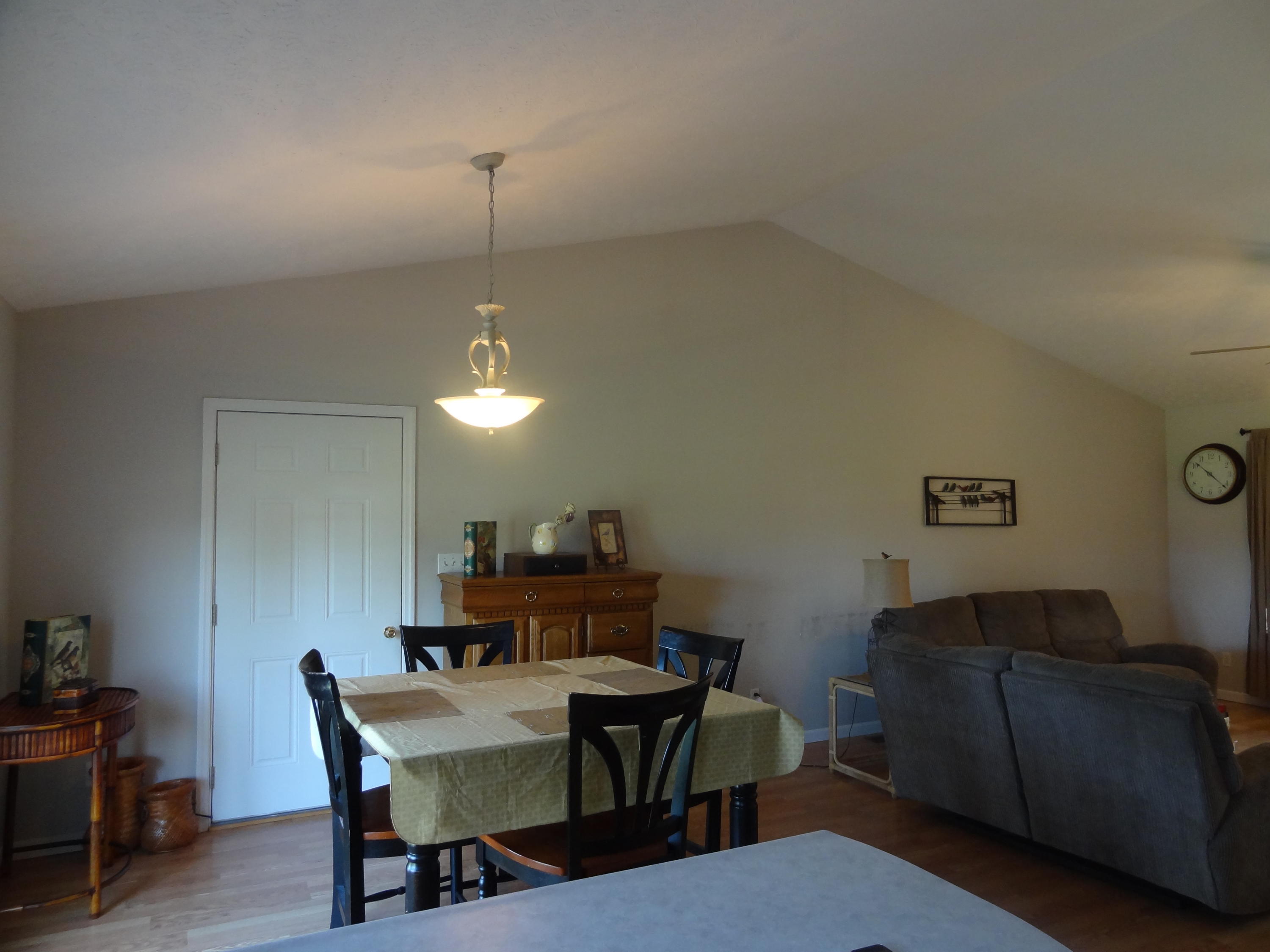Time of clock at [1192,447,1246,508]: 10:21
